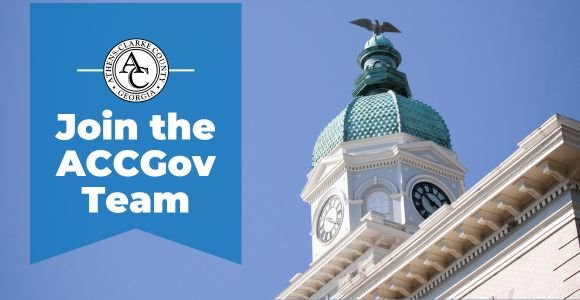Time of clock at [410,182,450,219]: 3:51
